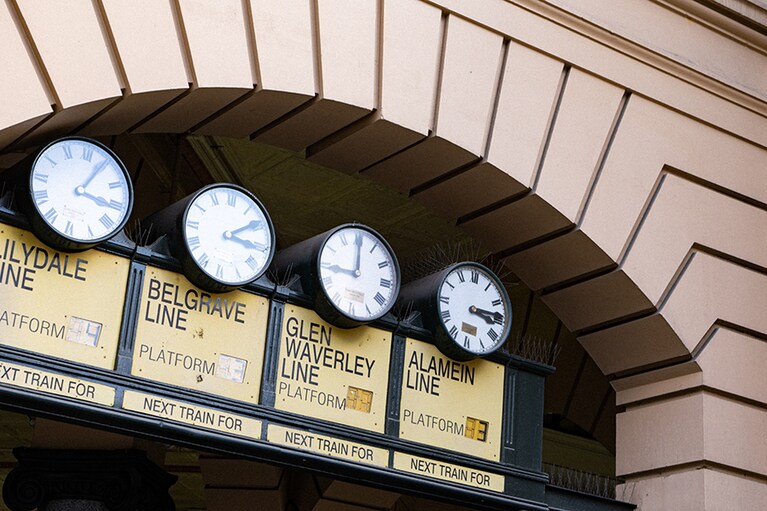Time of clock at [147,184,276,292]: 3:09
